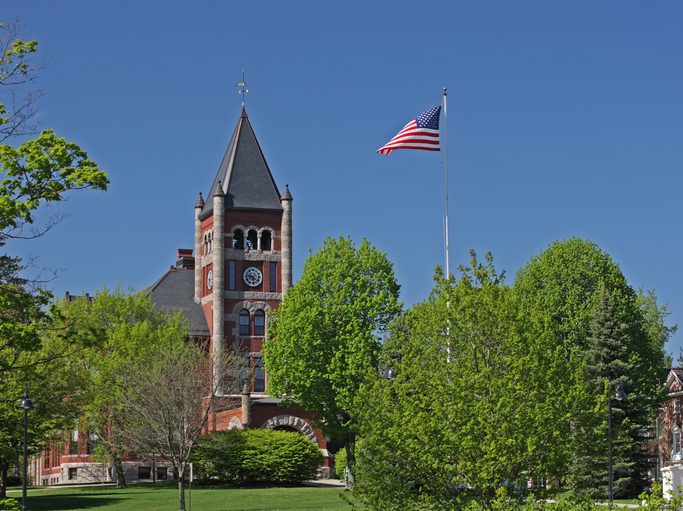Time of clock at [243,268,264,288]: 9:28
